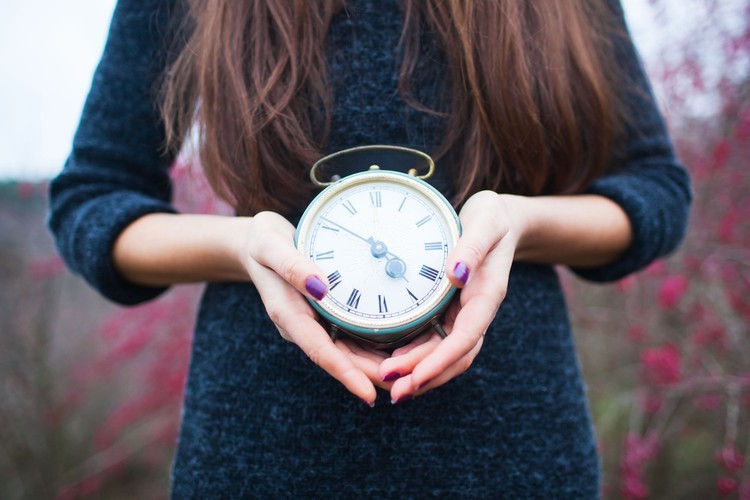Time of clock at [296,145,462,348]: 4:50
